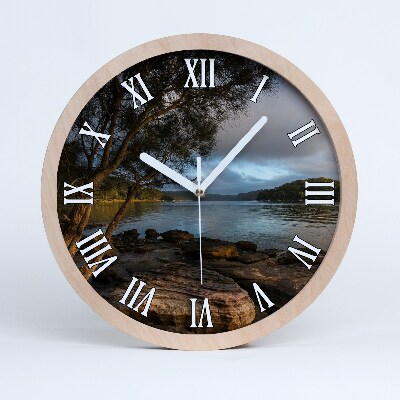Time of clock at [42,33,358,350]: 10:06
